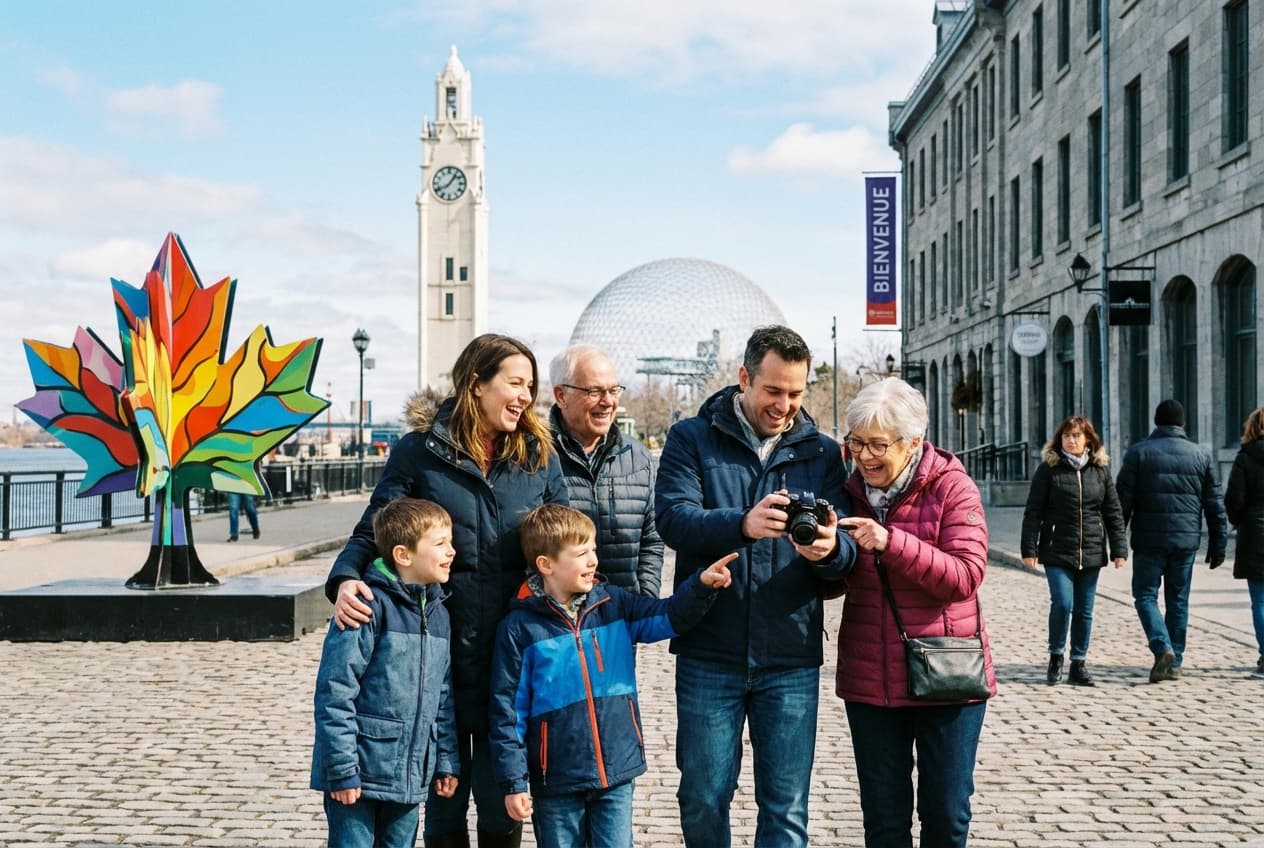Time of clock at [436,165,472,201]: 8:06
